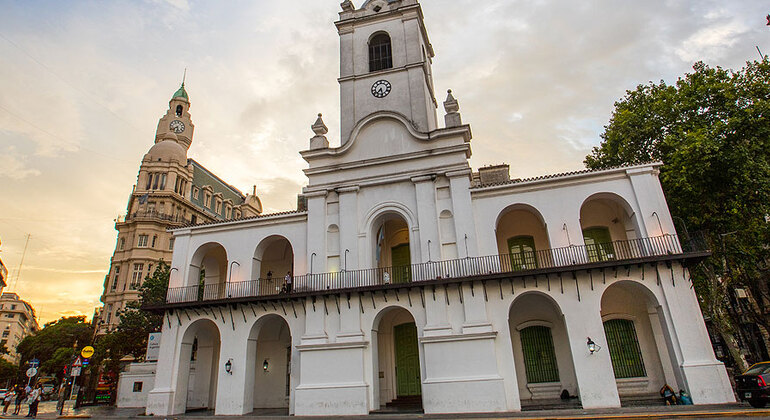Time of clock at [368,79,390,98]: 7:28
